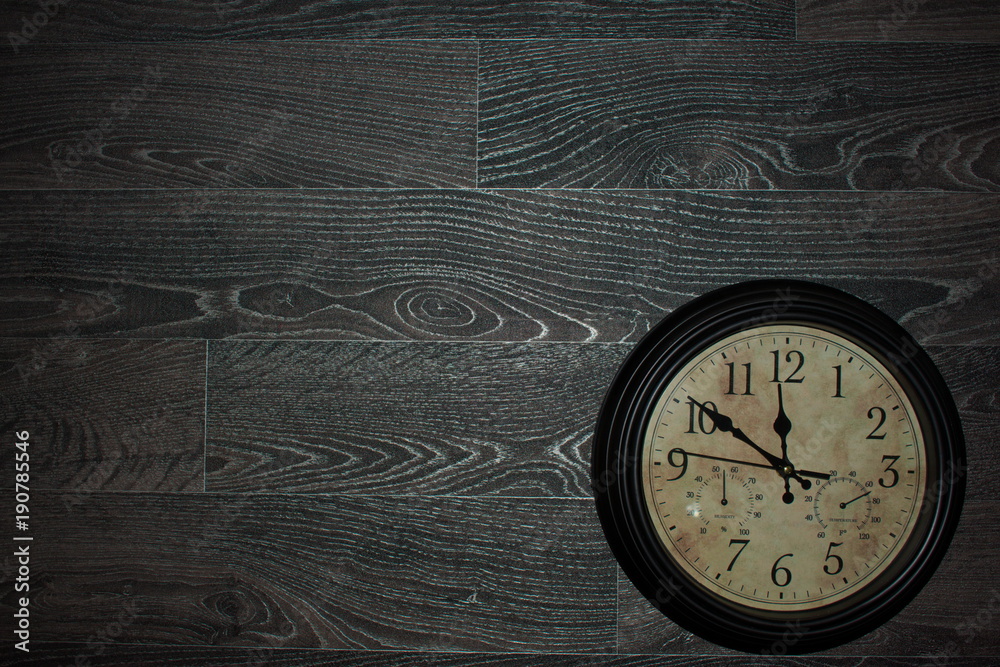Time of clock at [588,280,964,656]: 11:50
